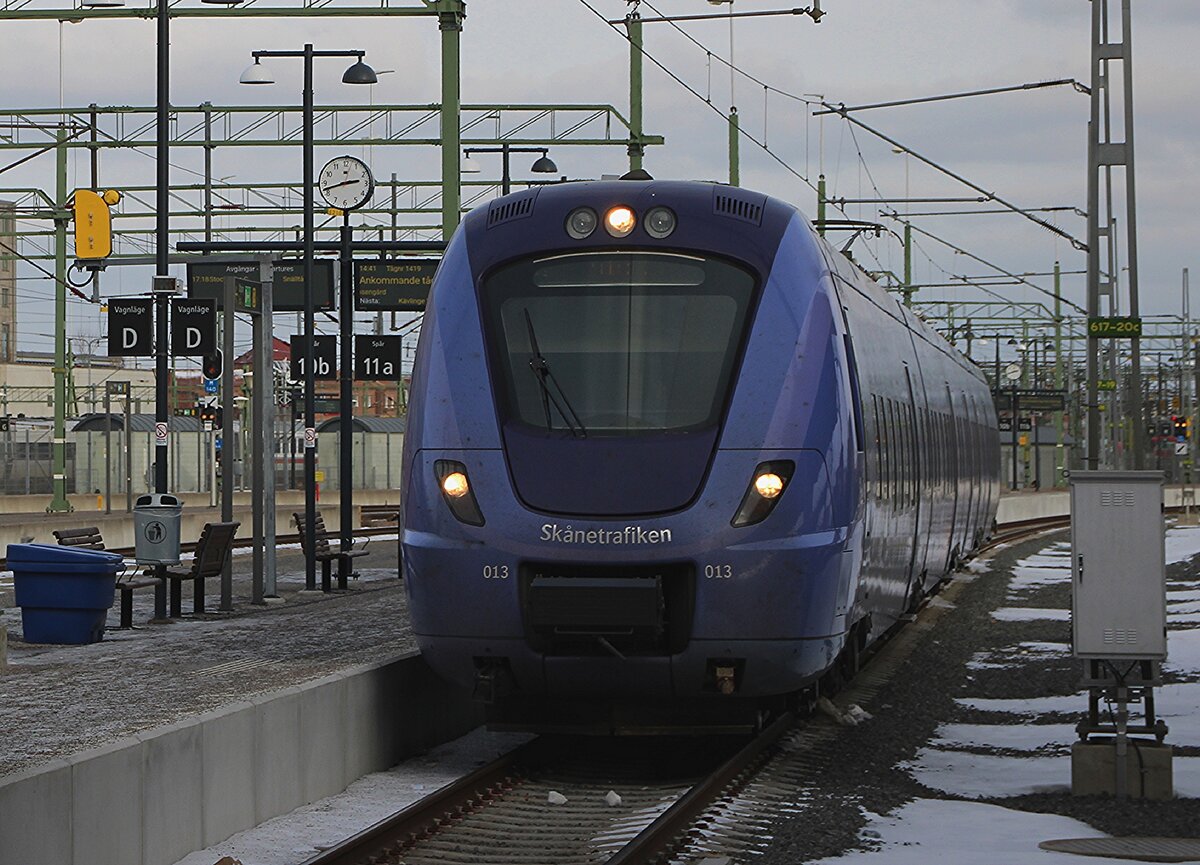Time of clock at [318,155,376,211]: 2:42
